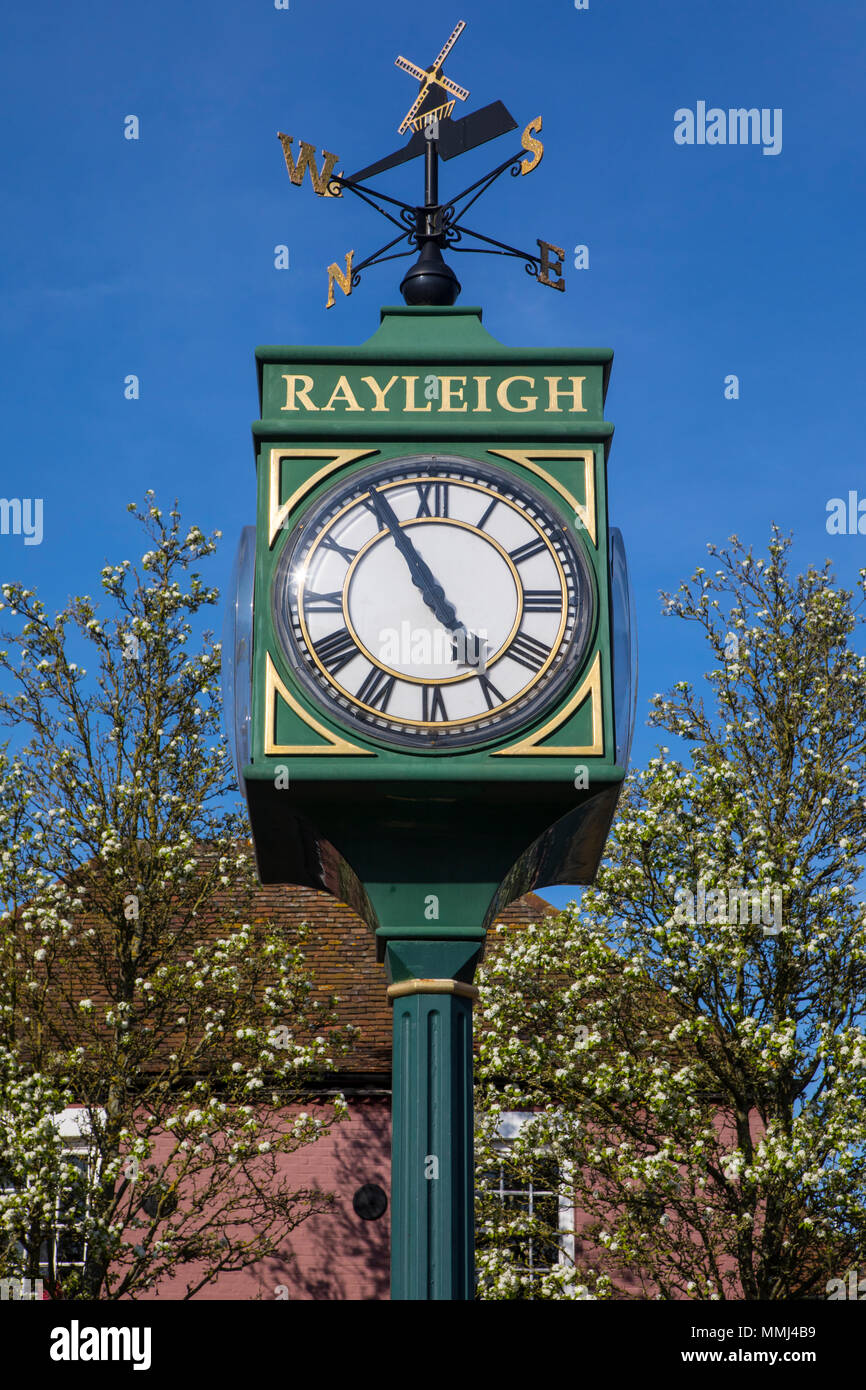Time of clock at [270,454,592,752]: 4:55
